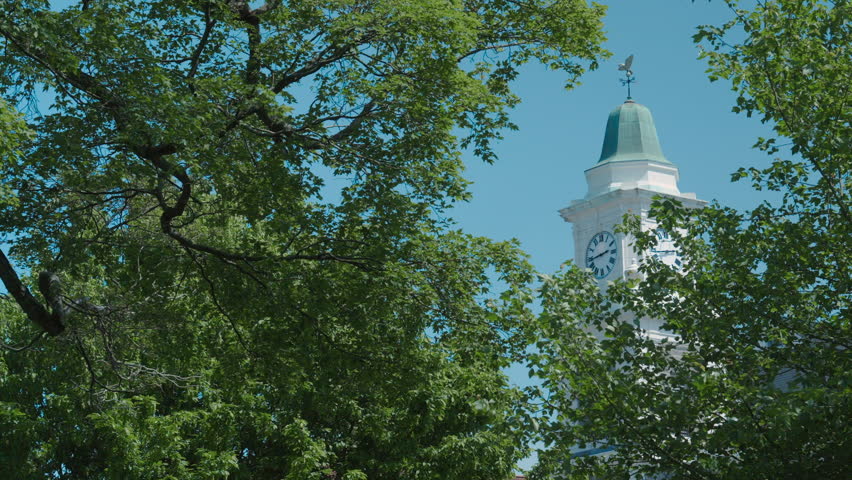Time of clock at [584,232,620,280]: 2:43
